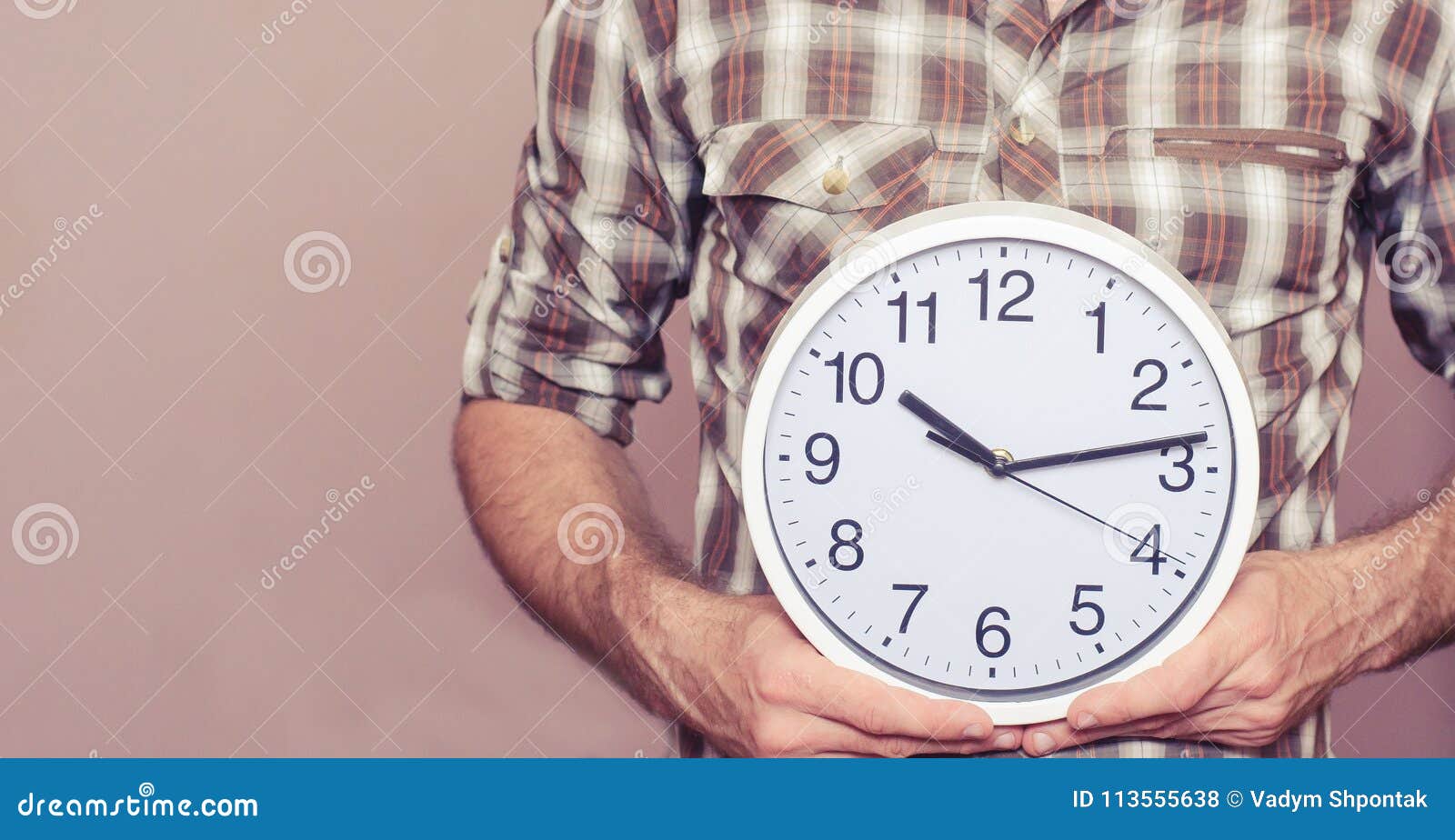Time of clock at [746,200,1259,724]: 10:13
